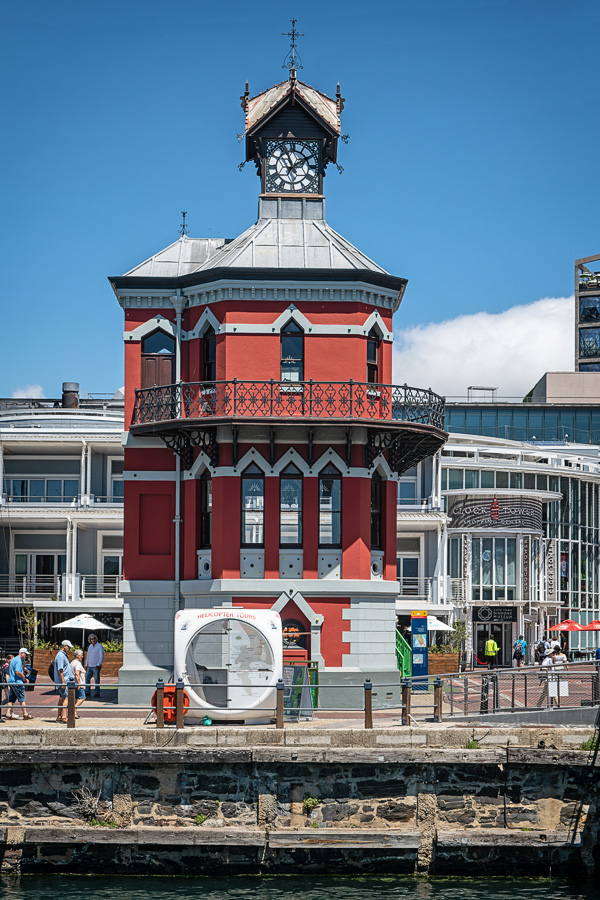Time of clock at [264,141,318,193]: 1:56
